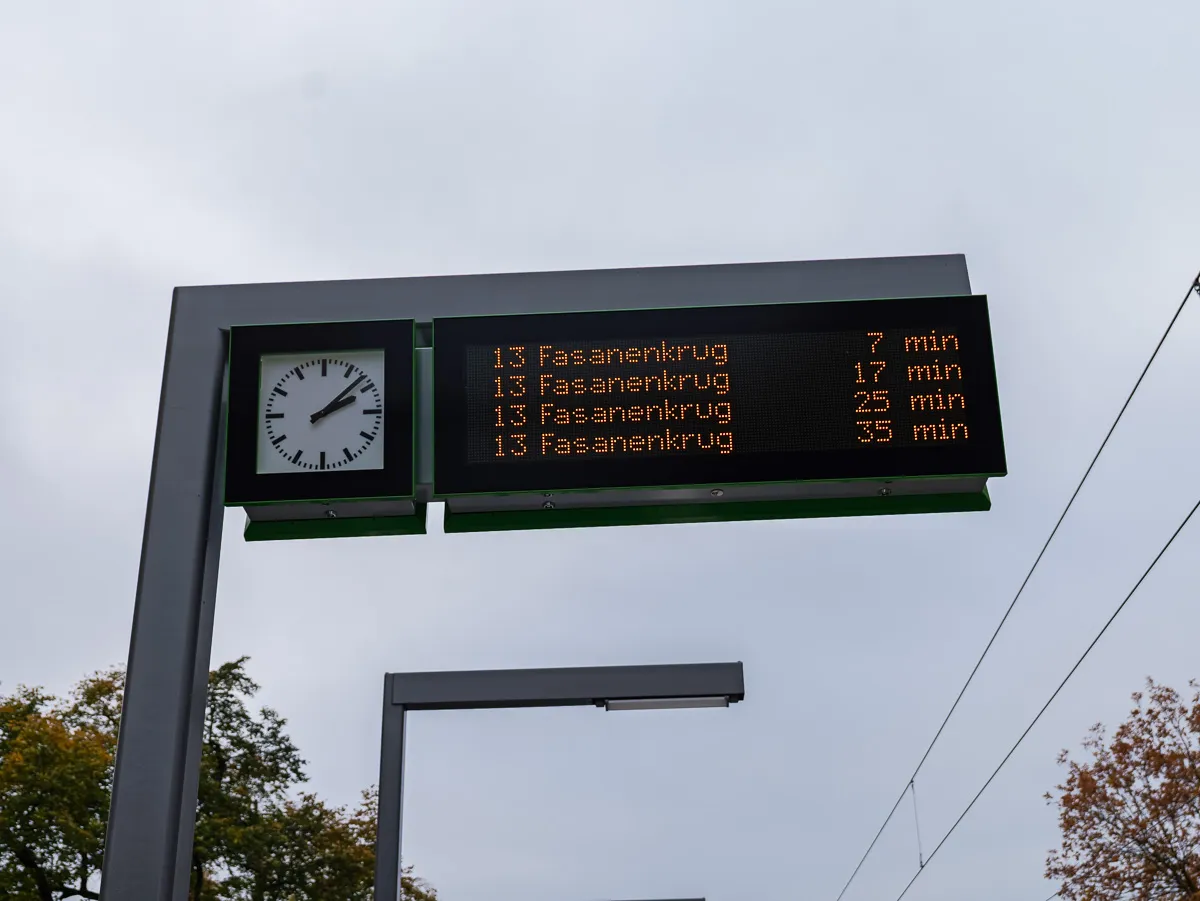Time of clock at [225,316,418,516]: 2:07
